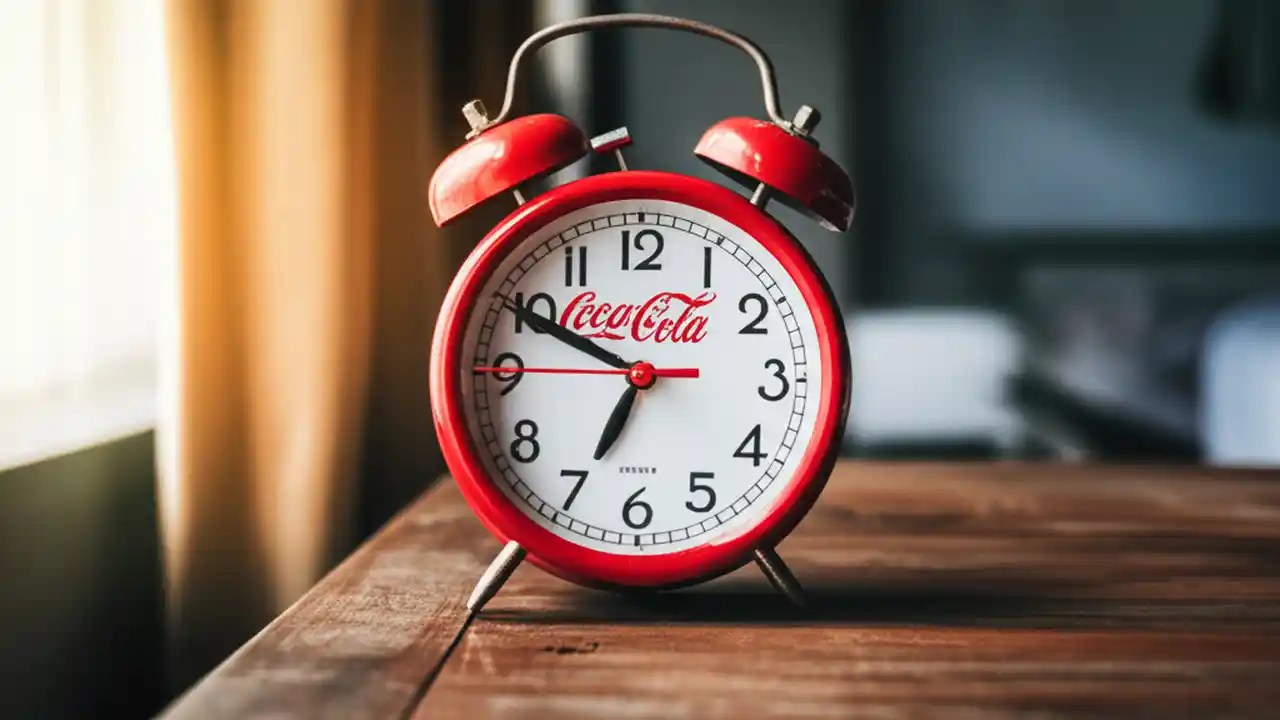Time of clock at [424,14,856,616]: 6:49
